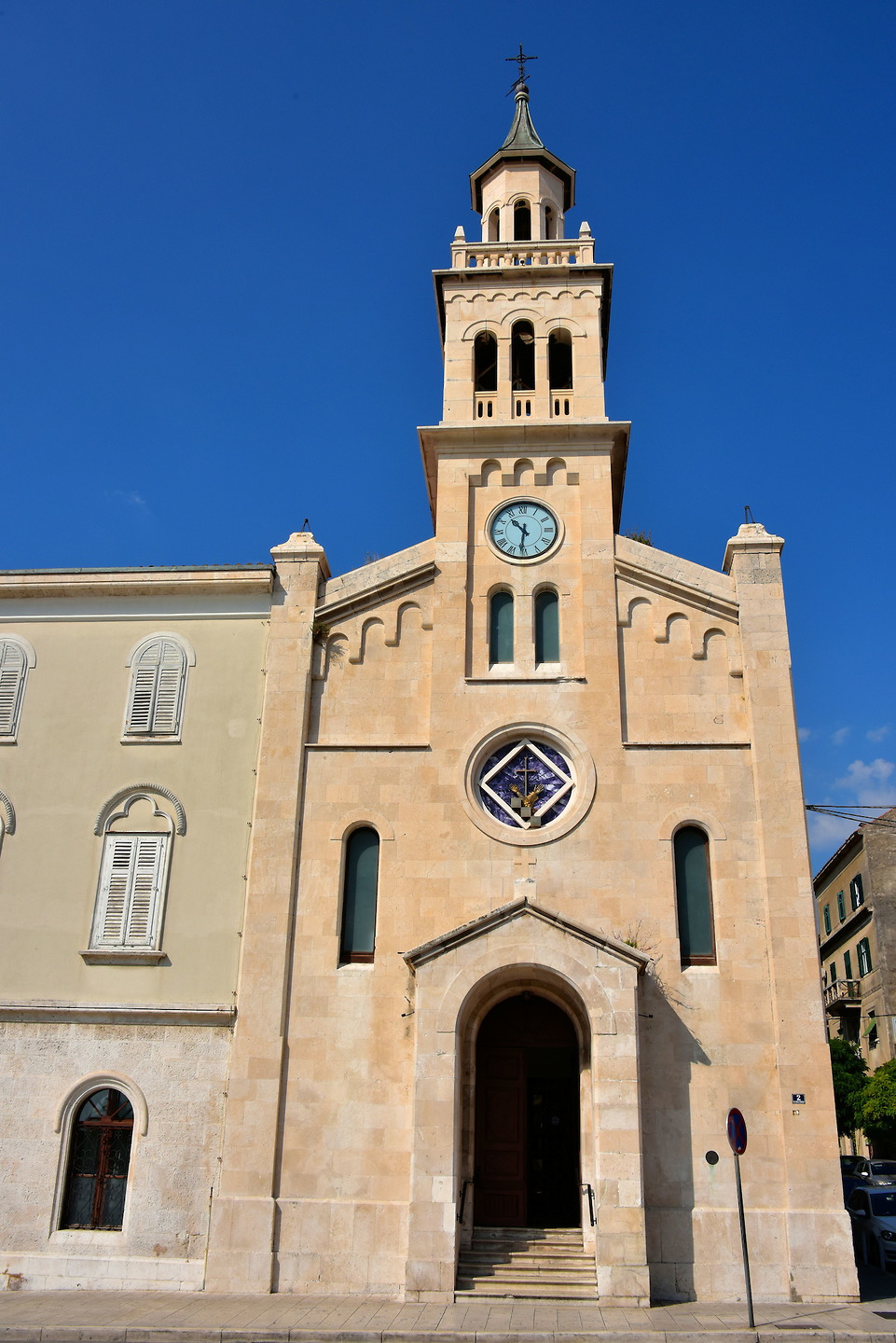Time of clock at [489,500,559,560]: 10:31
